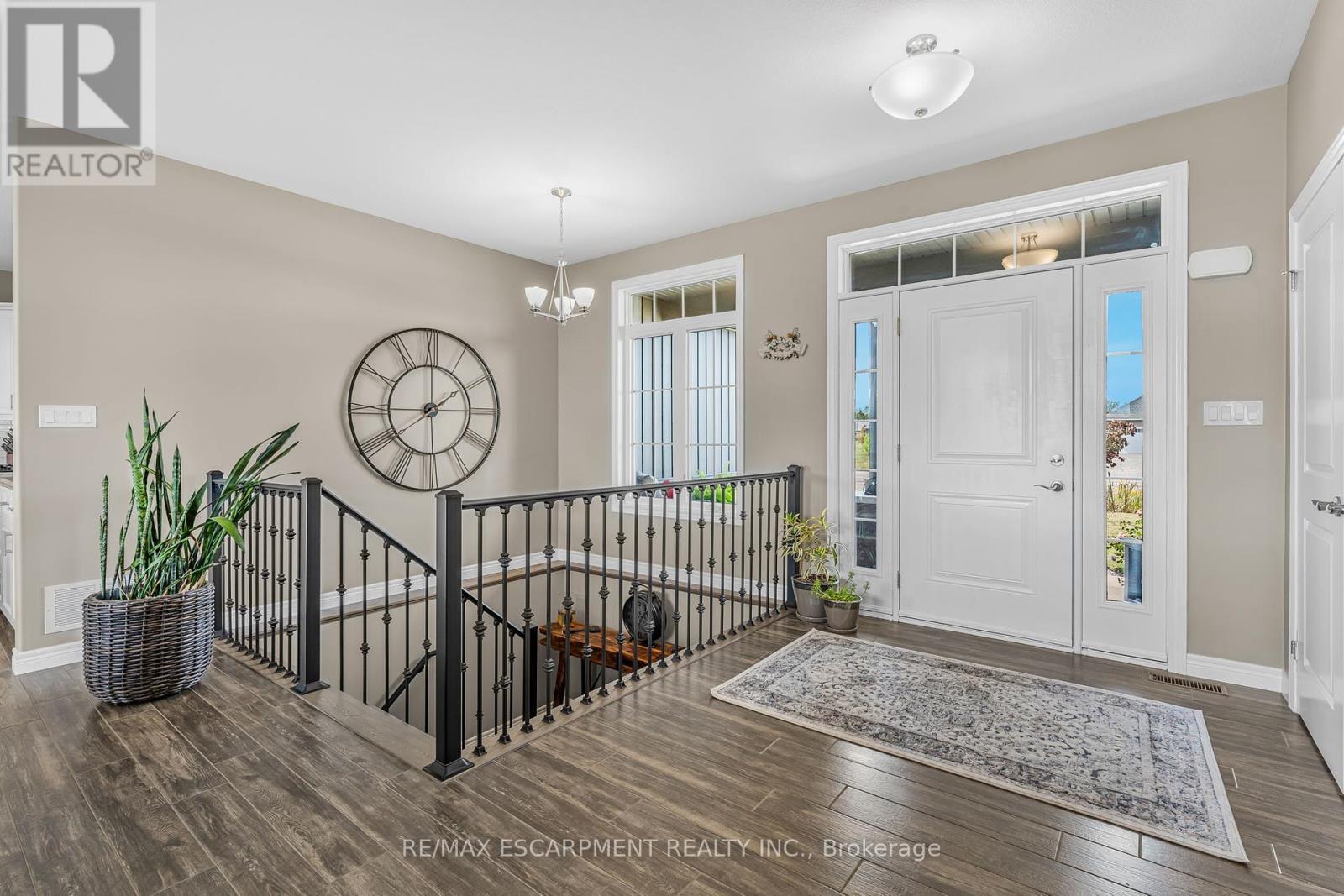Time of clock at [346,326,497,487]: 2:00
